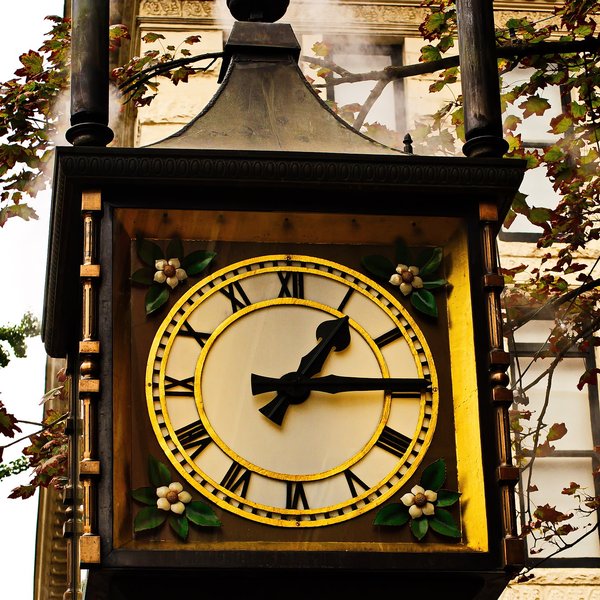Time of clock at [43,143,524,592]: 1:14
